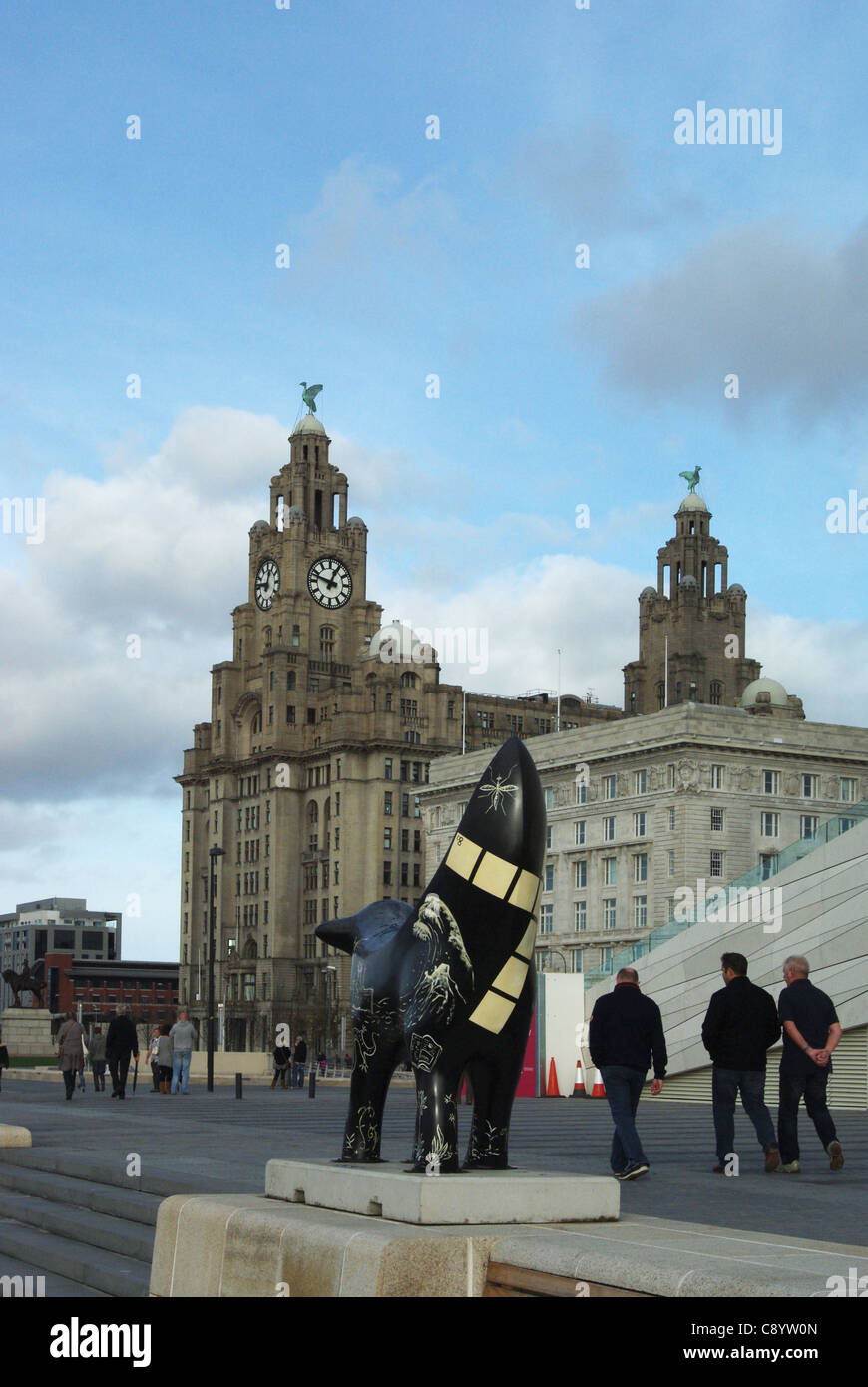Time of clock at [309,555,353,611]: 12:47
